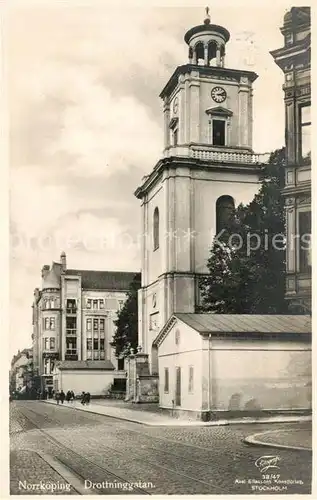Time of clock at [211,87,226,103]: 3:12
